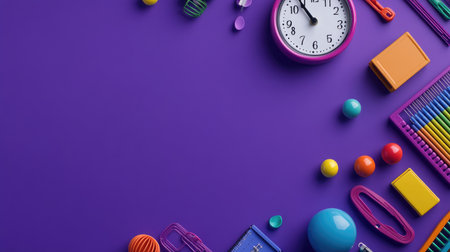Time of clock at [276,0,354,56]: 10:54
